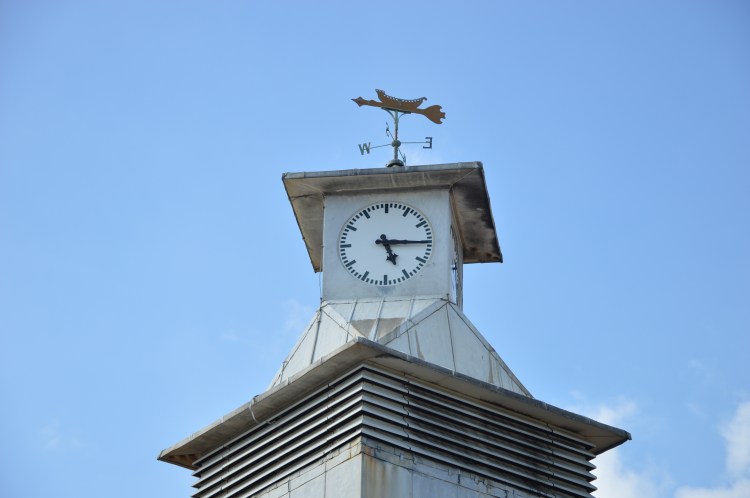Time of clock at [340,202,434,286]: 5:15
